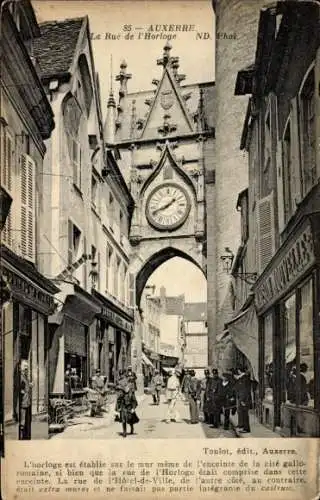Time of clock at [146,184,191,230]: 1:41
